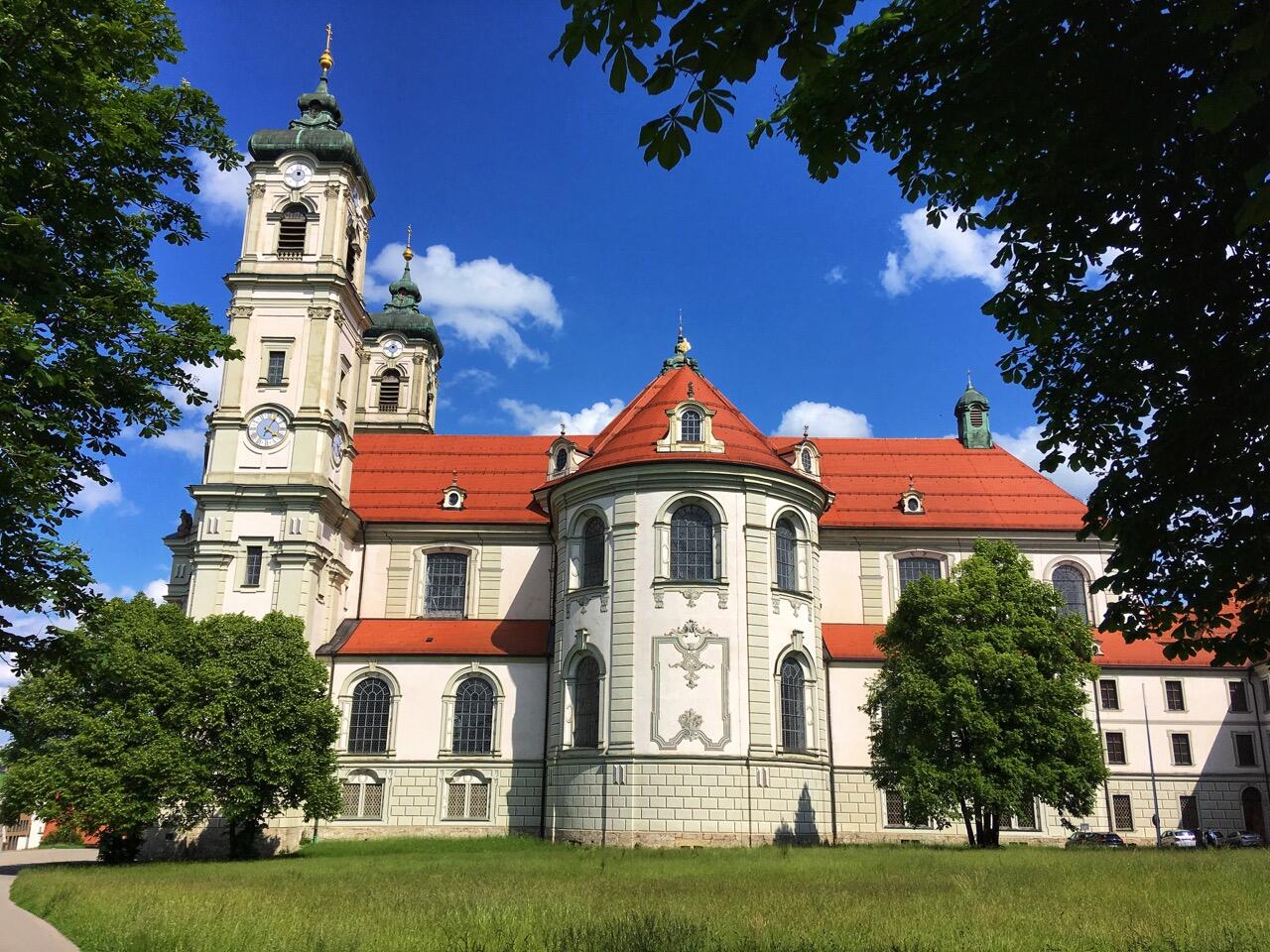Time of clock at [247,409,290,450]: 4:04
